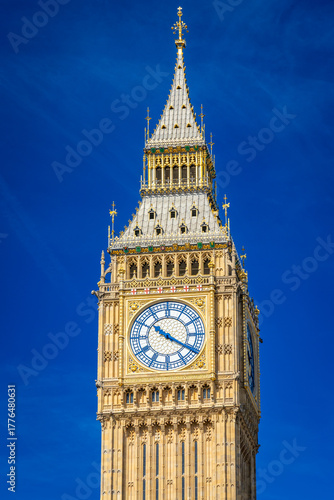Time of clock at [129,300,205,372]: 10:20
